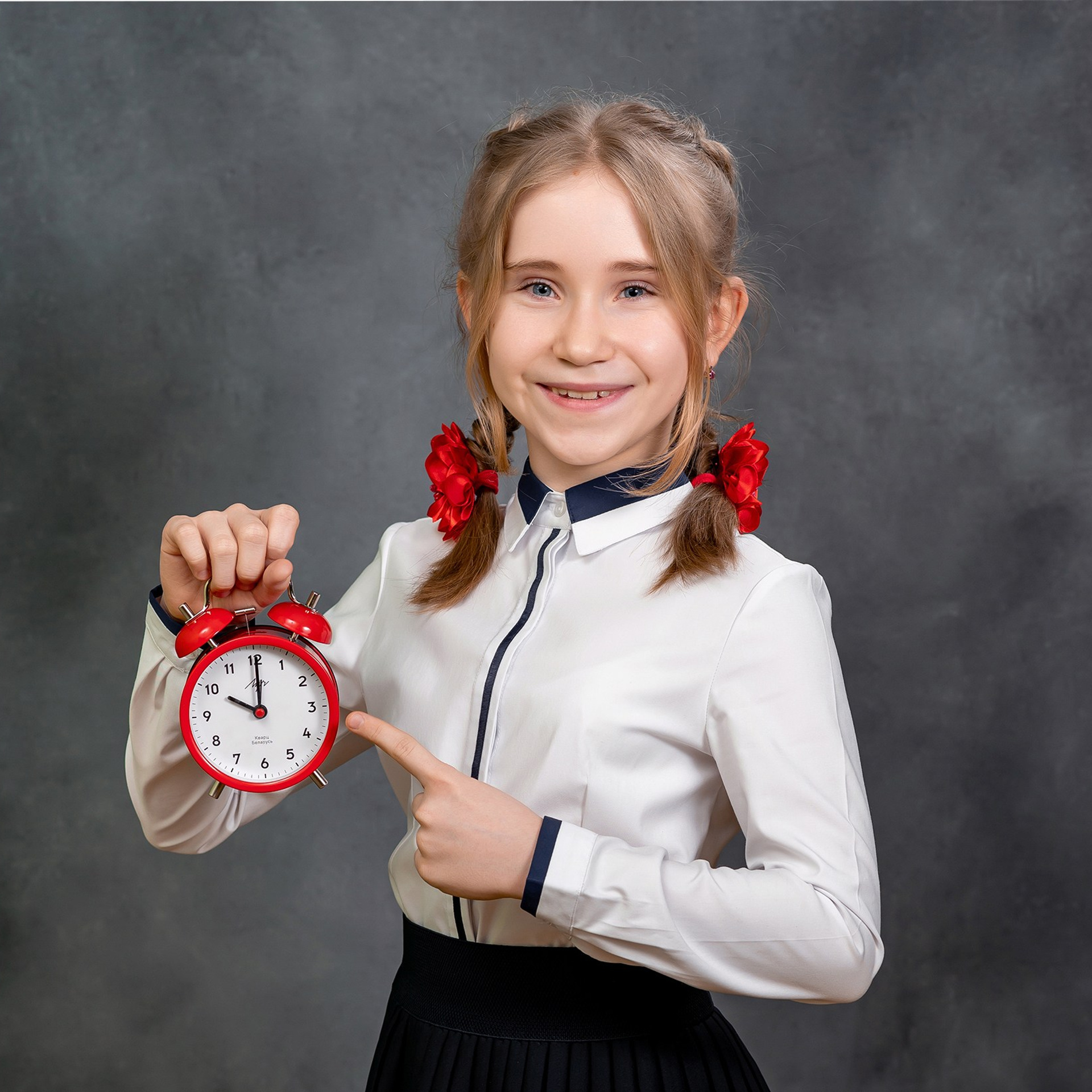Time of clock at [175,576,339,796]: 10:00
